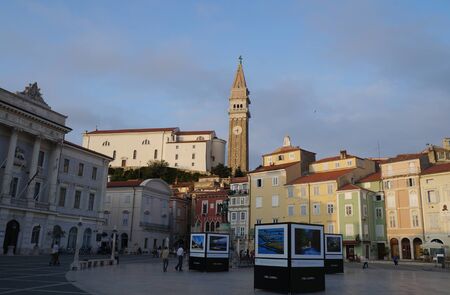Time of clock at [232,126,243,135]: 8:27
